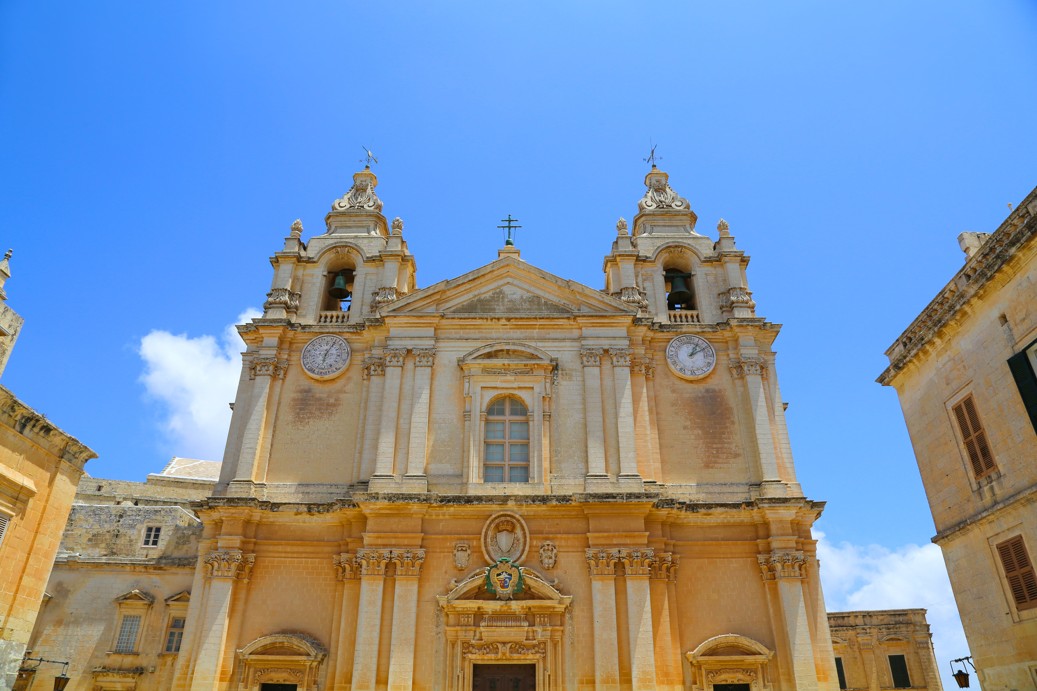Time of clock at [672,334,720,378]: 1:10
